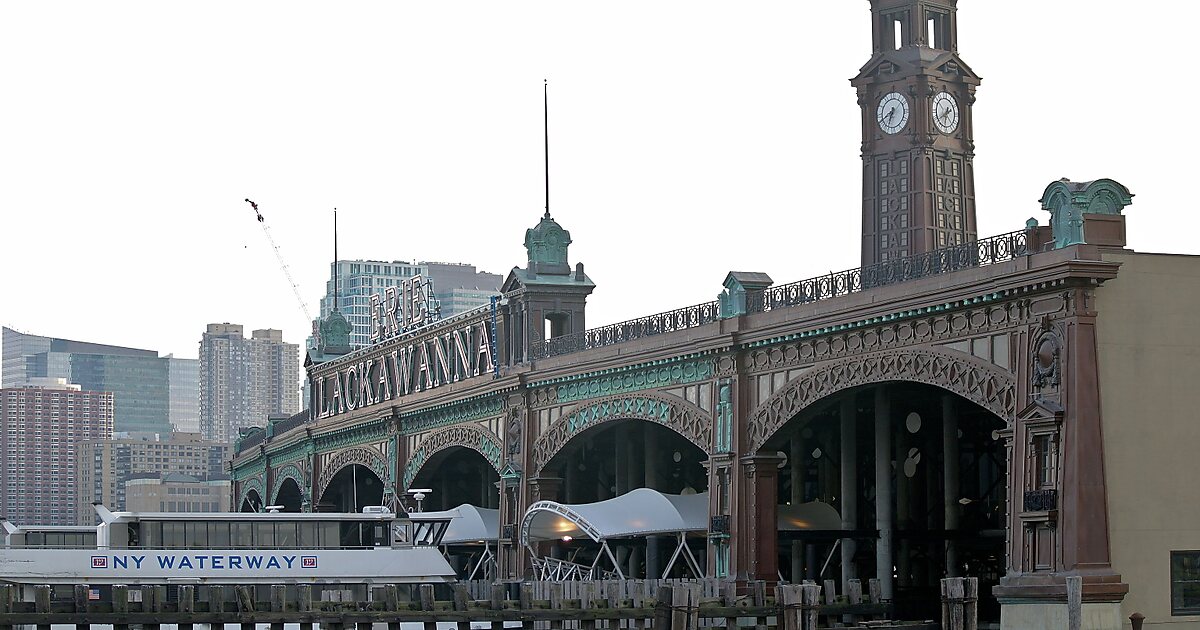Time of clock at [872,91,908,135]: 6:40
